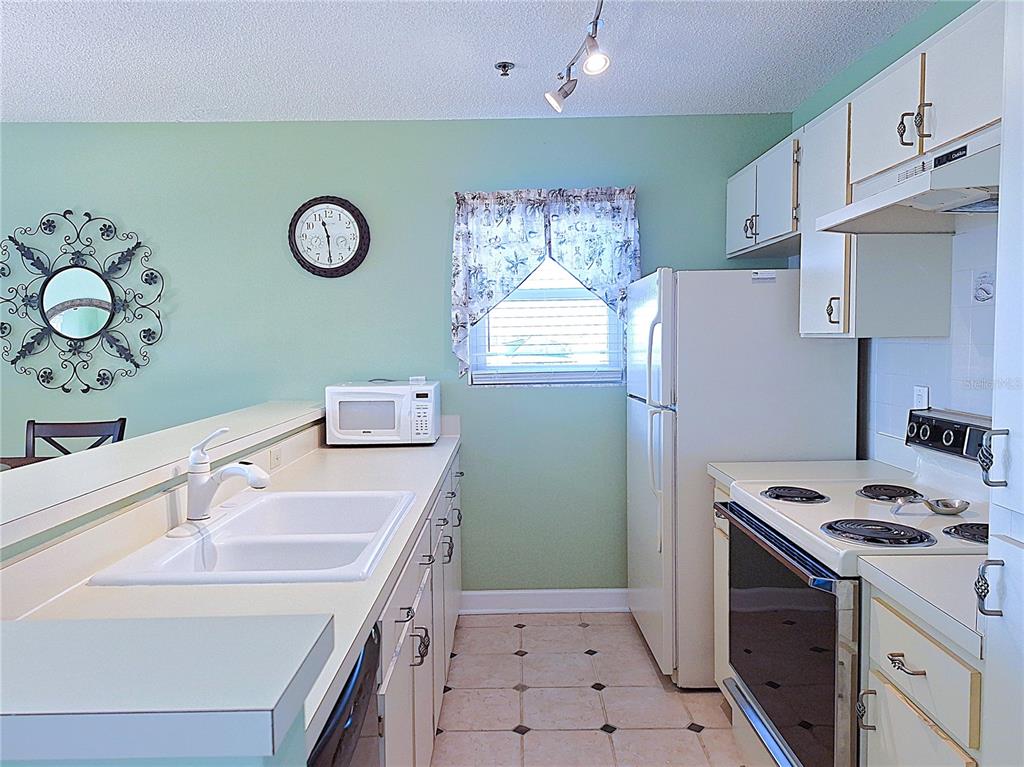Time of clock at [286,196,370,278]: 11:29
